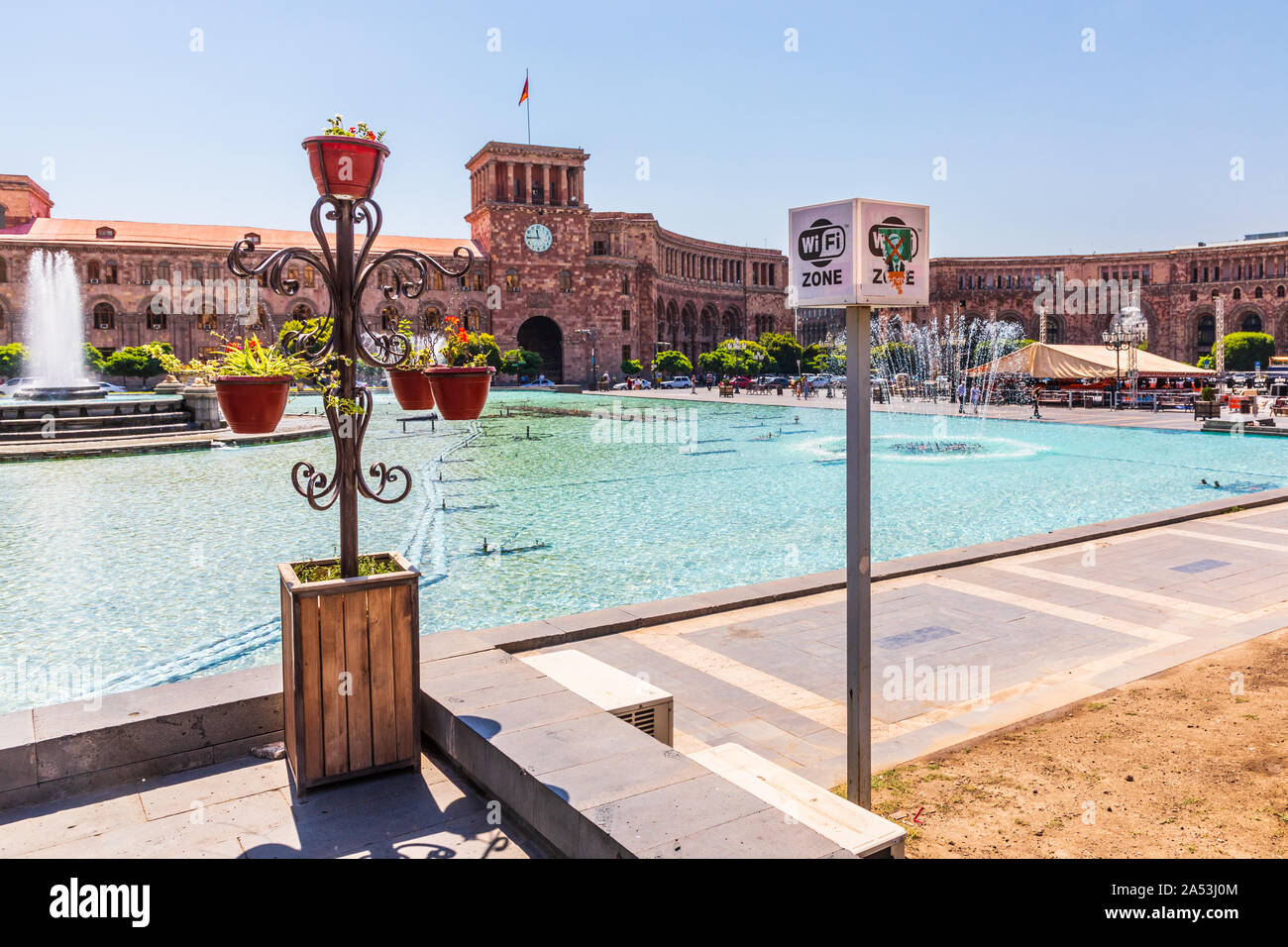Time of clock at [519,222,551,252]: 11:45
